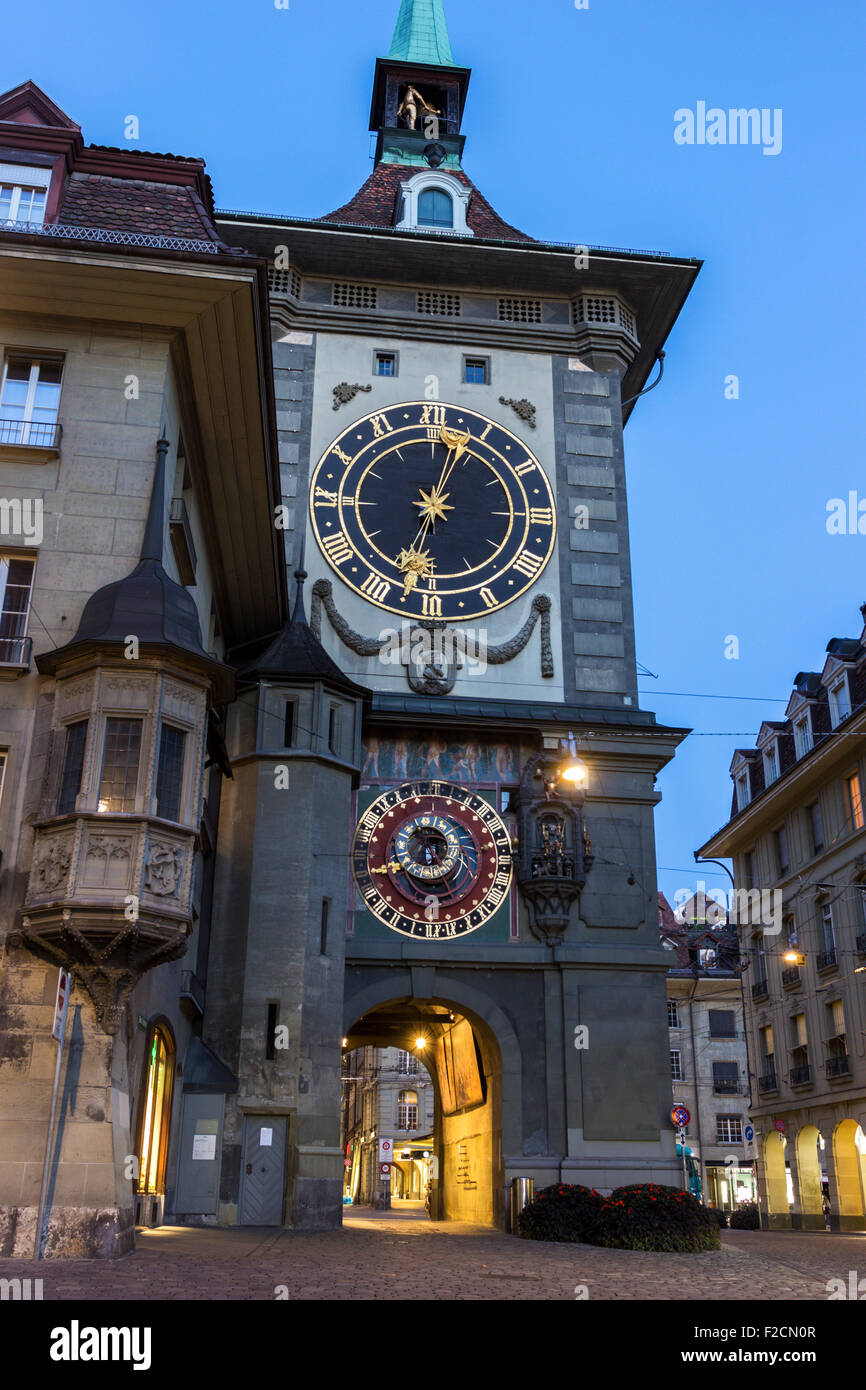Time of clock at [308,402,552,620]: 12:32
